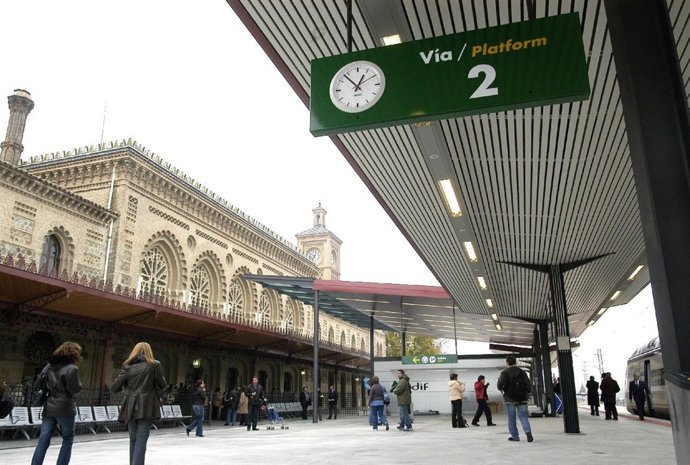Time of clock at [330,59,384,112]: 12:53
